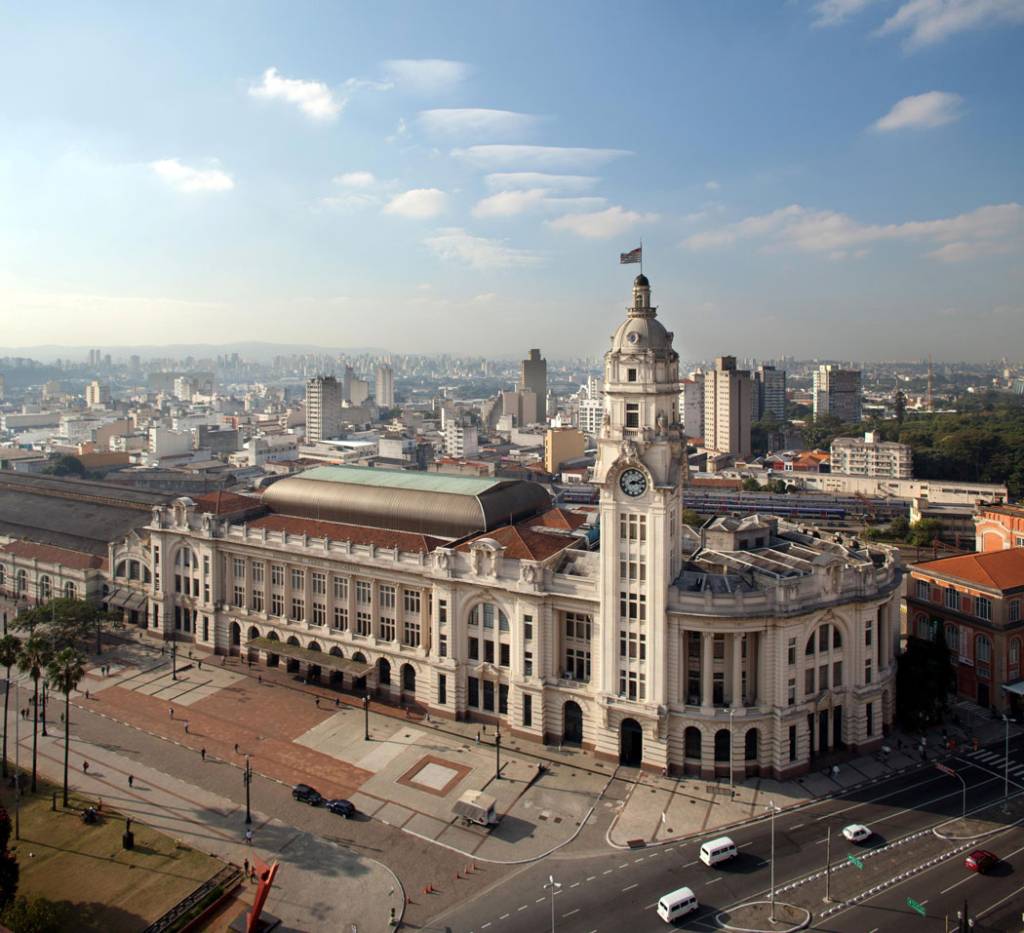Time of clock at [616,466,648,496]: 3:11
